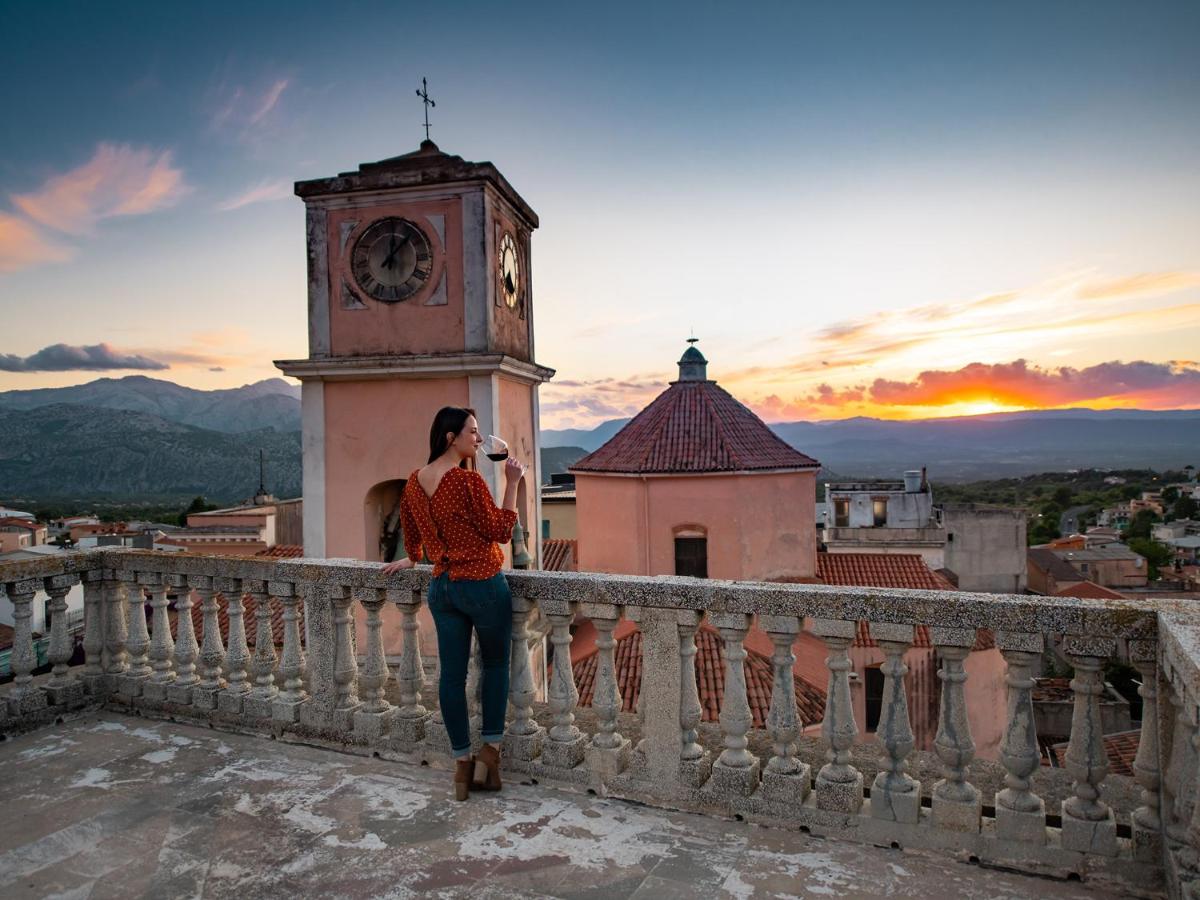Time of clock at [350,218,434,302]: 12:07
